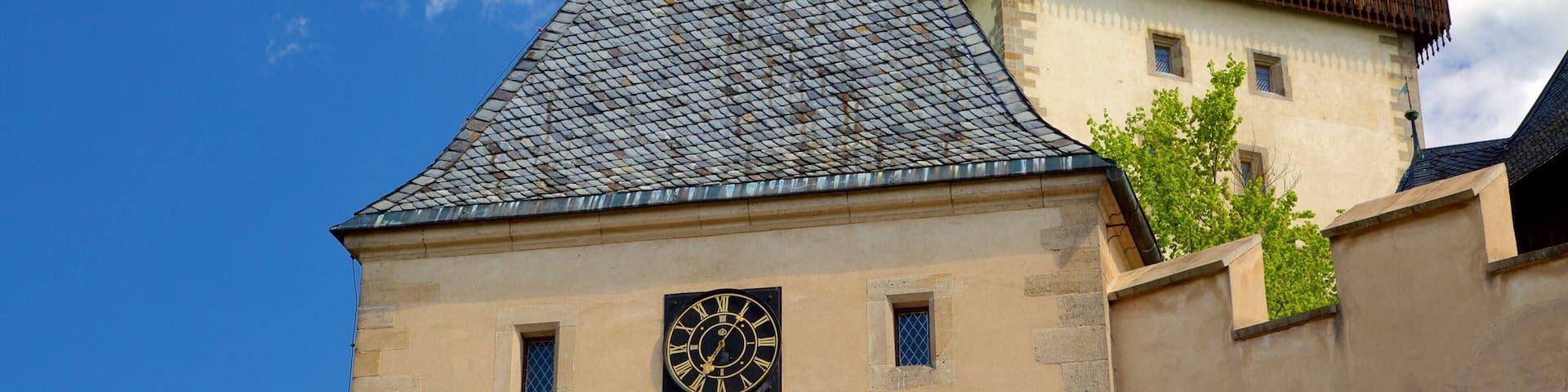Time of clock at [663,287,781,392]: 7:05
